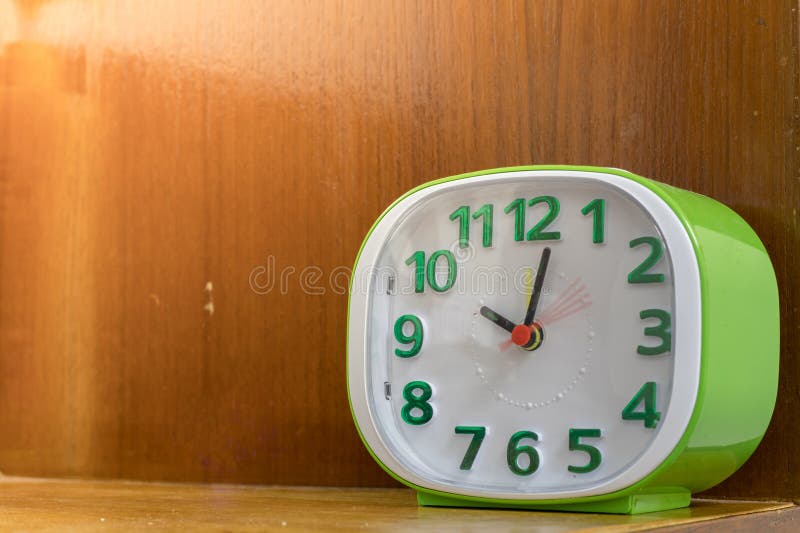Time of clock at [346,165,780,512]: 10:02
